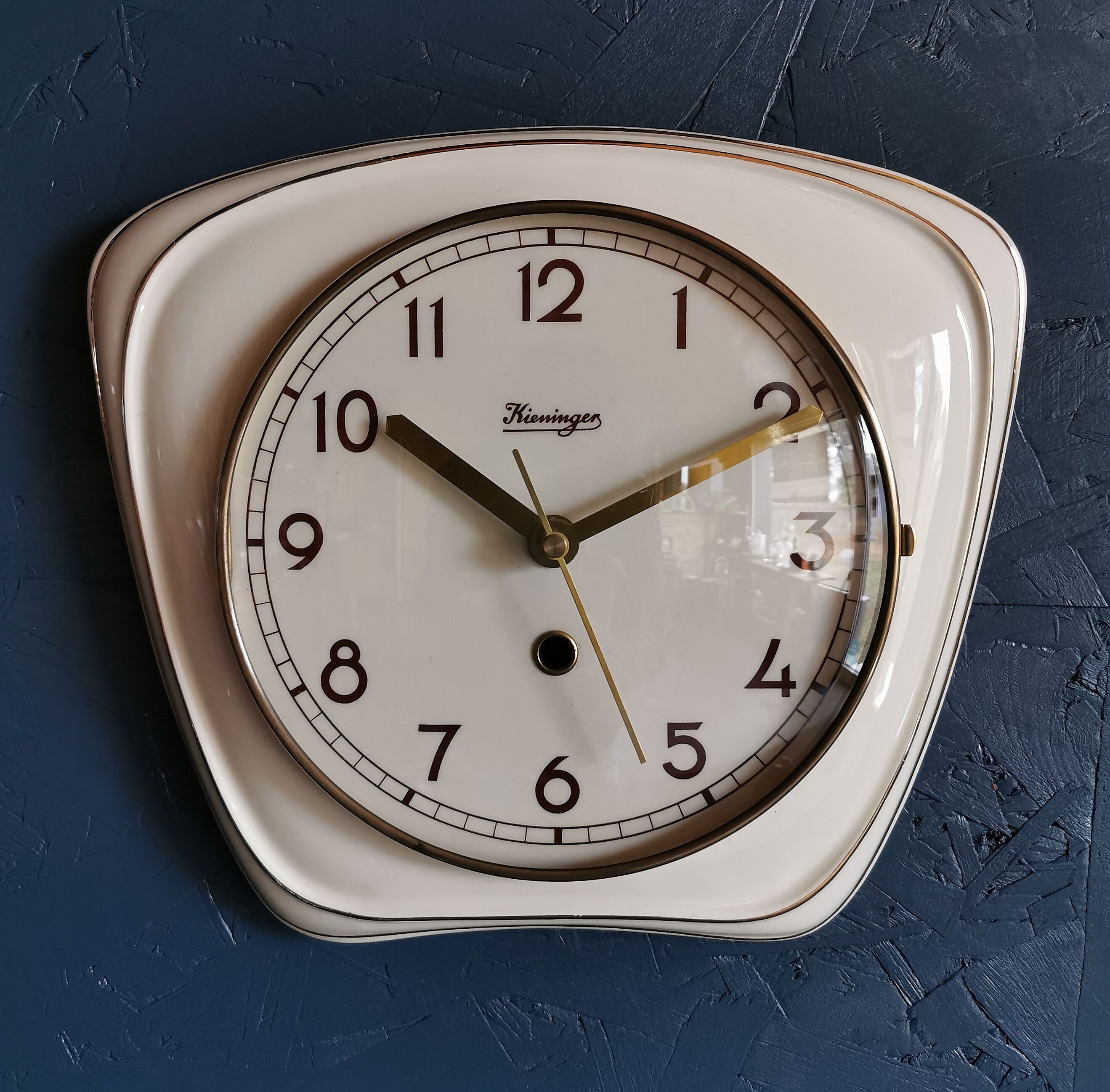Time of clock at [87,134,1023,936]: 10:10
